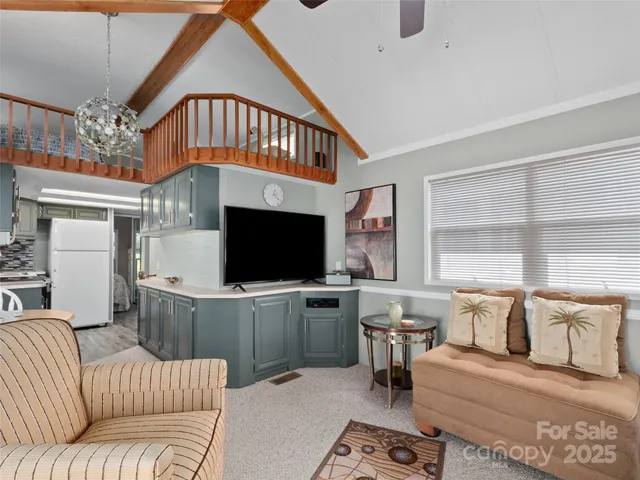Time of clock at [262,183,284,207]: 12:21
